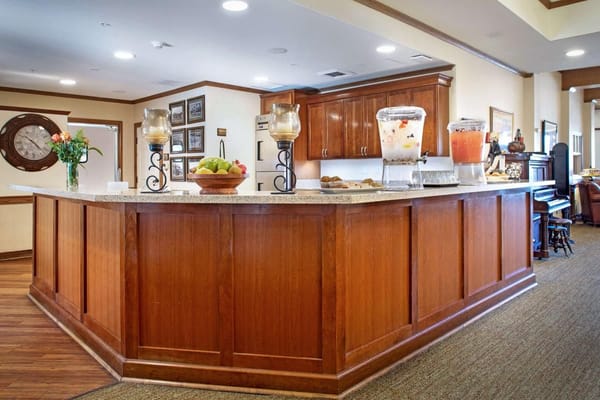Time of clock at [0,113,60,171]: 10:22
